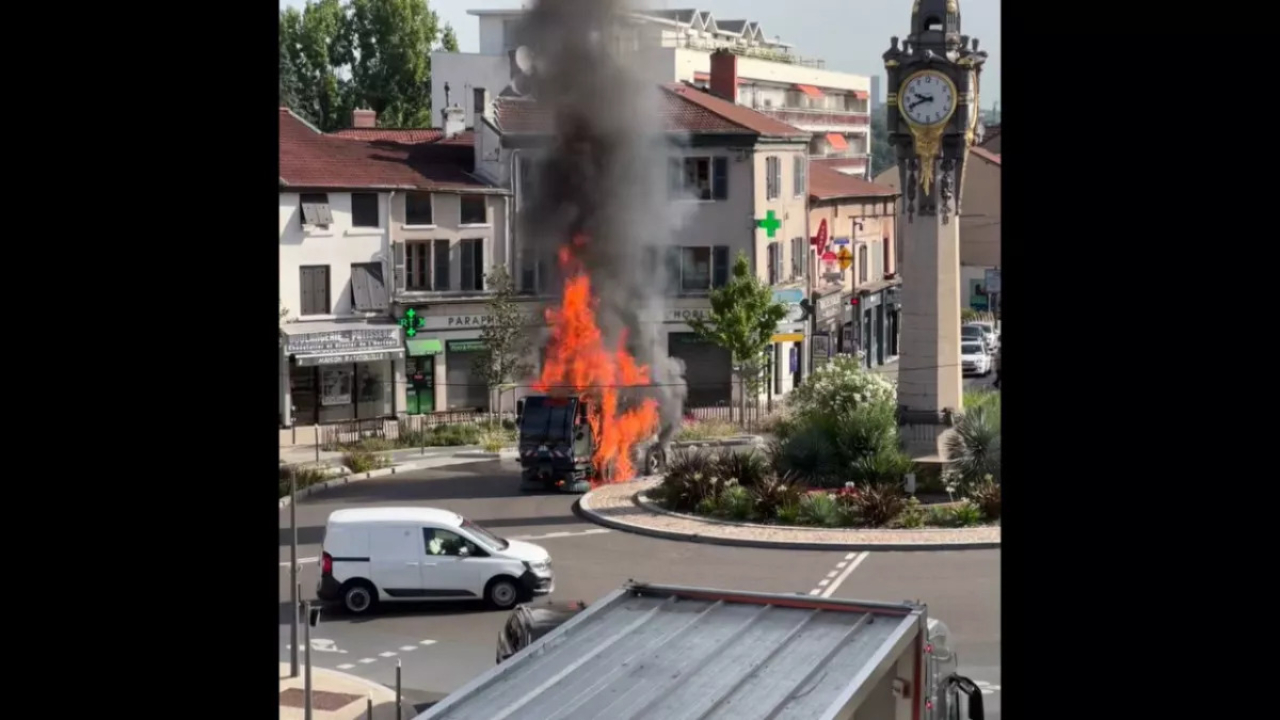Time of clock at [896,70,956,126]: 9:41
